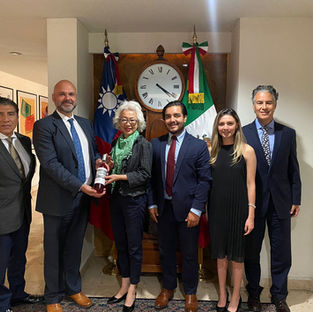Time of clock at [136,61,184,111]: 4:20
